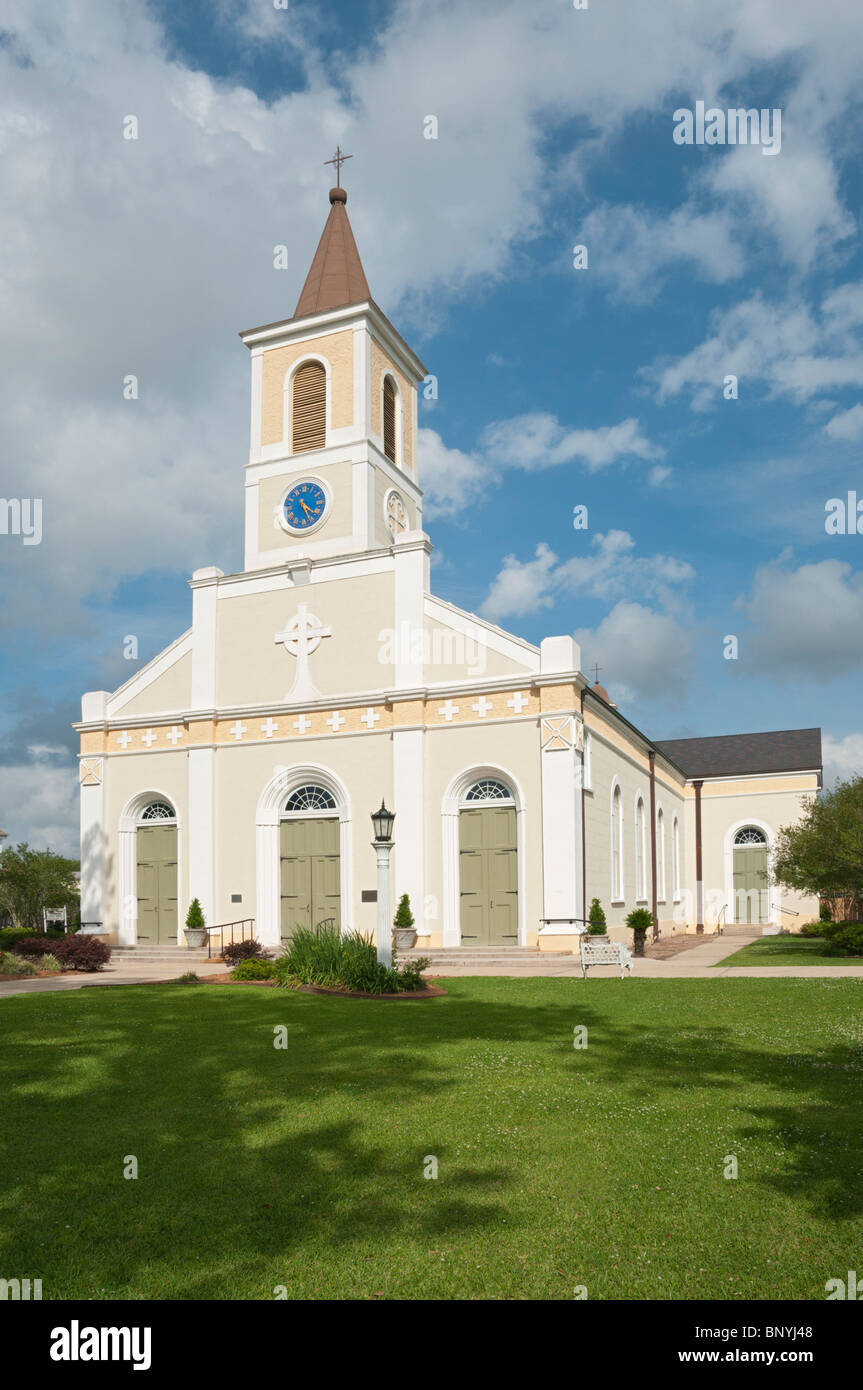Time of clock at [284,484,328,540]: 4:26
